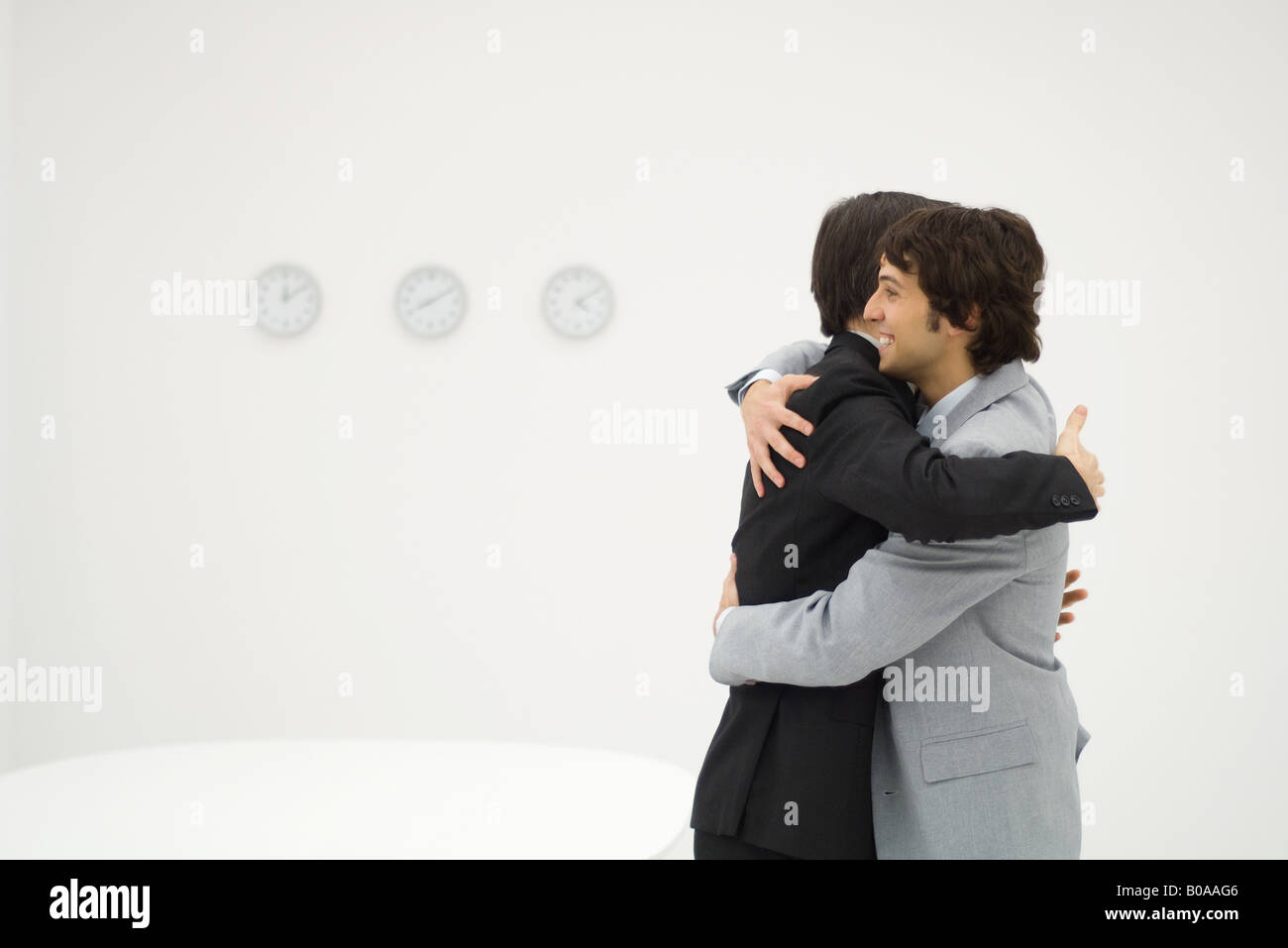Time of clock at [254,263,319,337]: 12:09
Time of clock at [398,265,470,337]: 8:09
